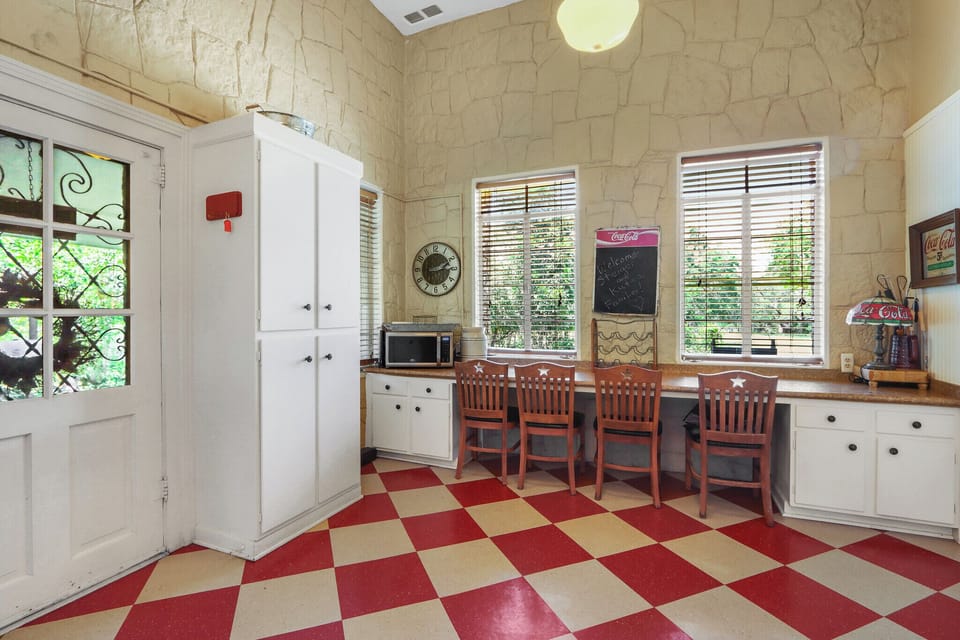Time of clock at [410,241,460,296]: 2:14
